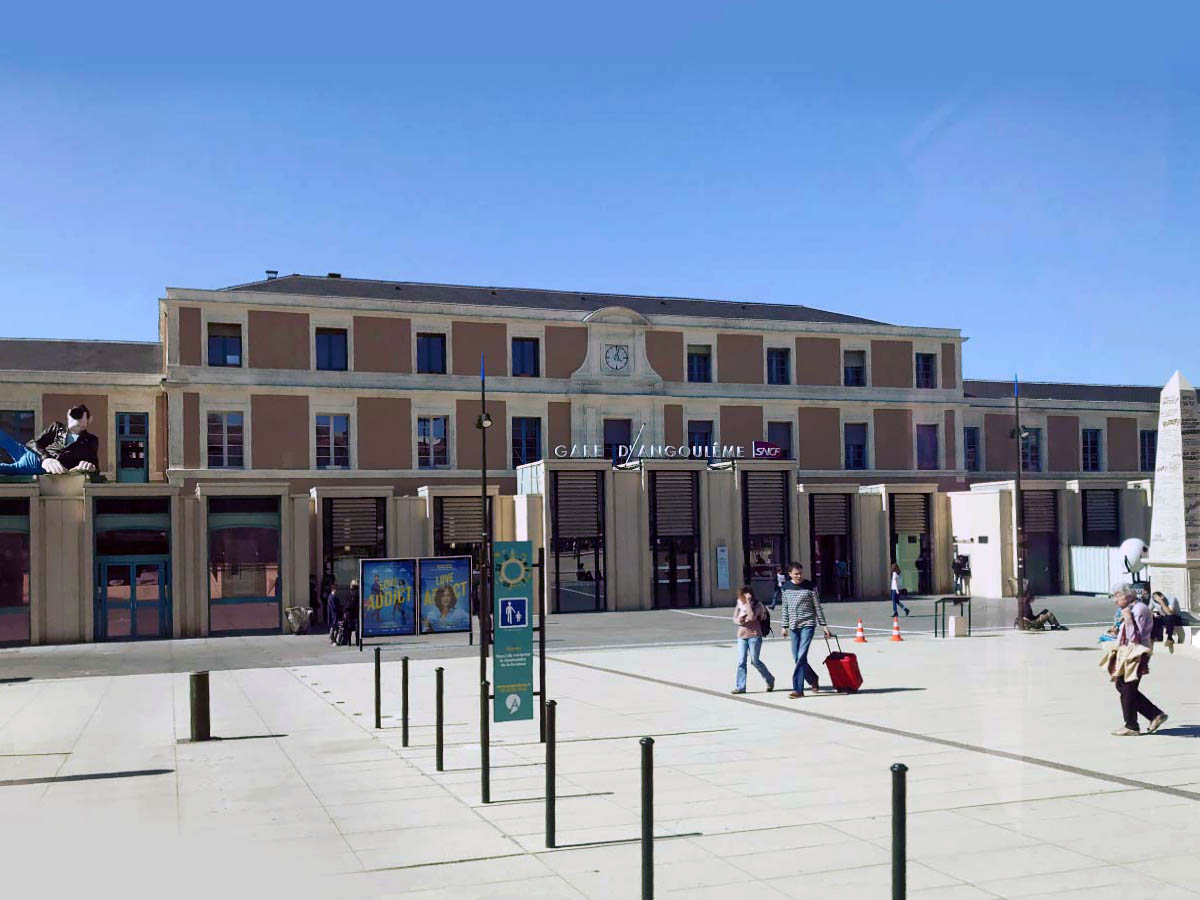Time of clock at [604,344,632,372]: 4:02
